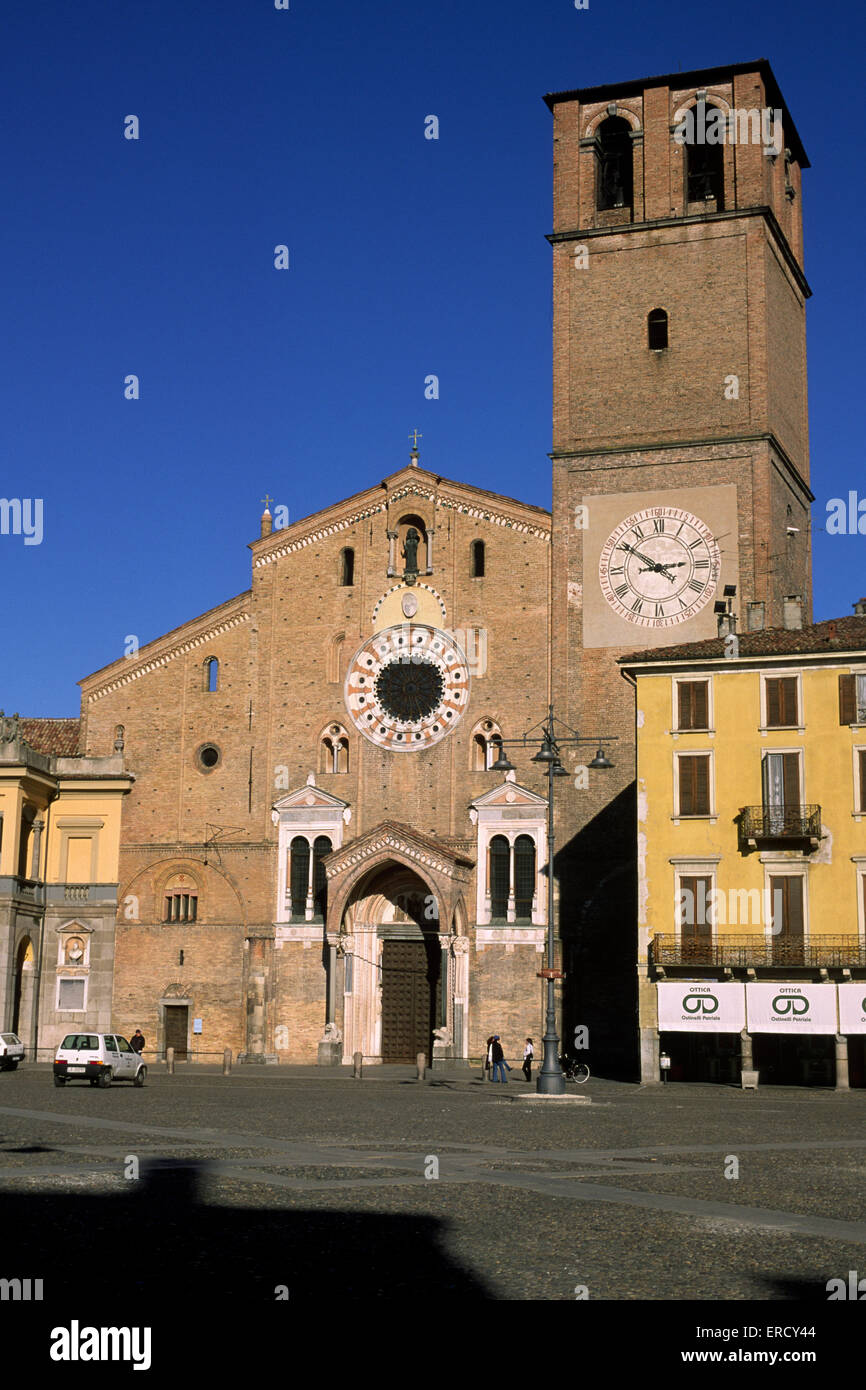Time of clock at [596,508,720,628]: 2:50
